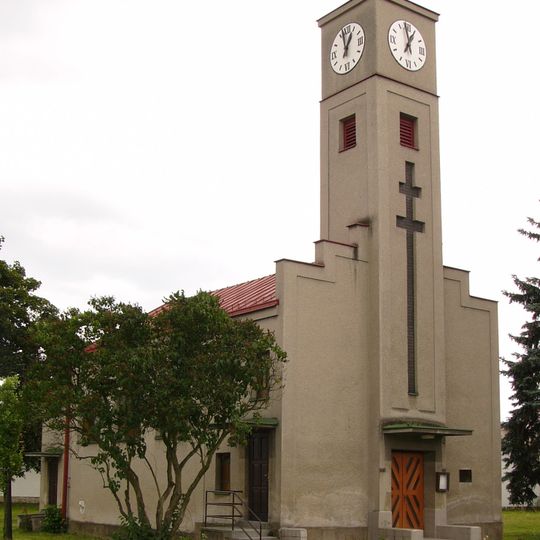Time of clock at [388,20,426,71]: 12:58
